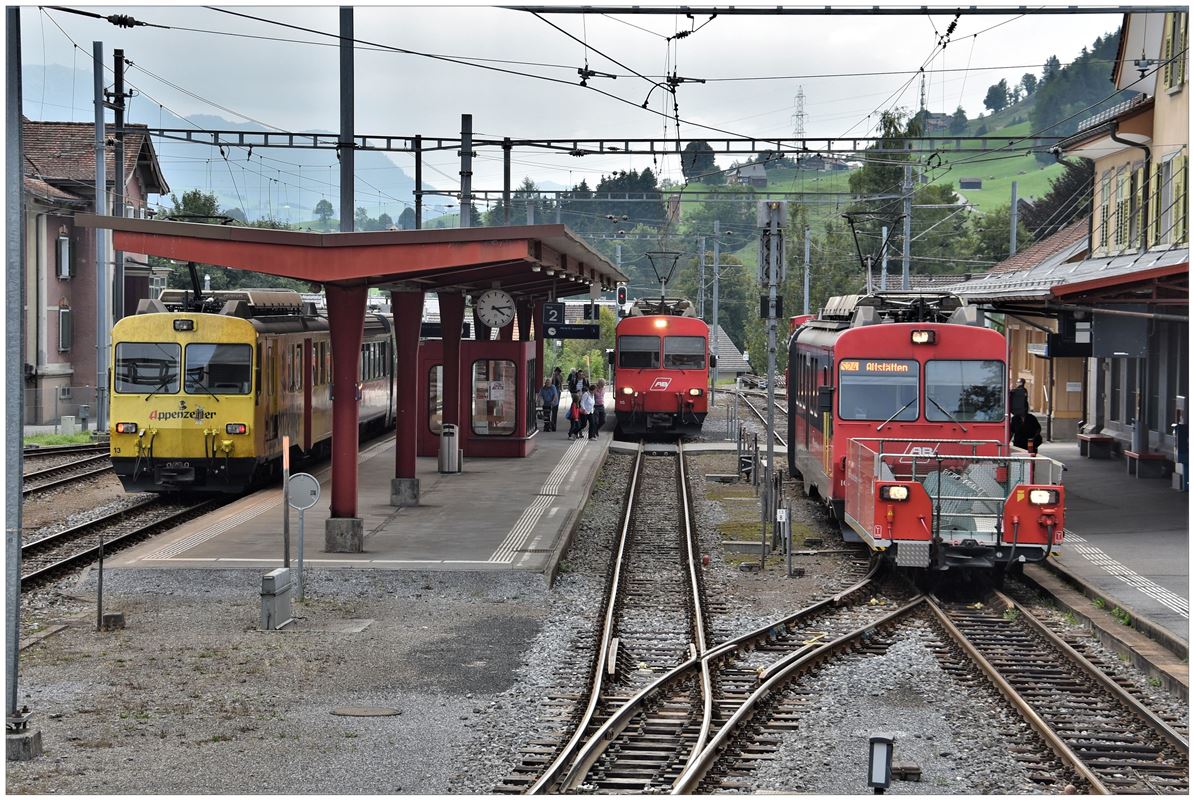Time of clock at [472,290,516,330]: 4:13
